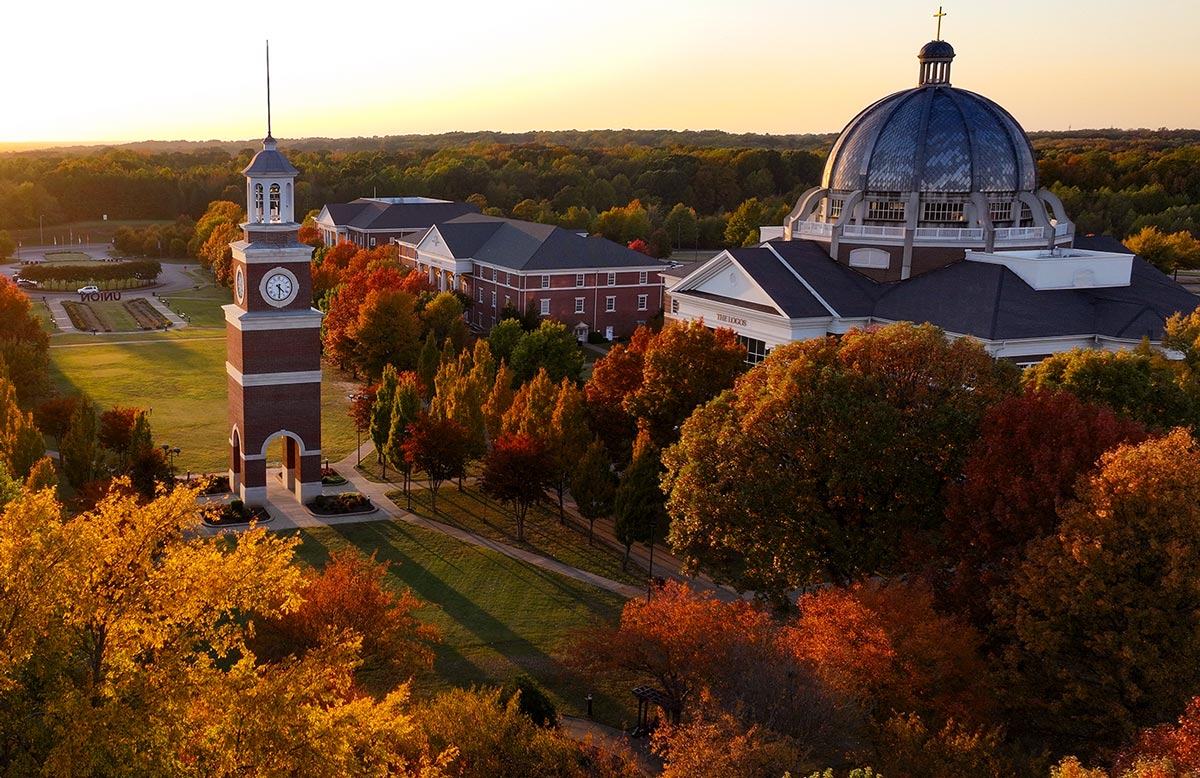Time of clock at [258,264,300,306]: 4:29
